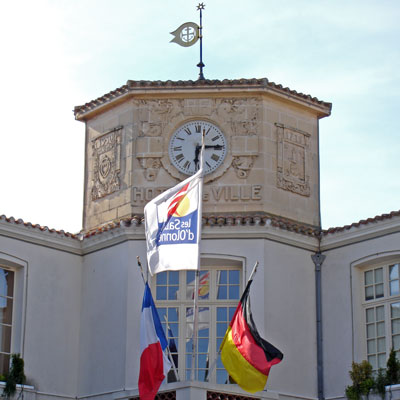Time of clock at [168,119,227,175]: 6:14
